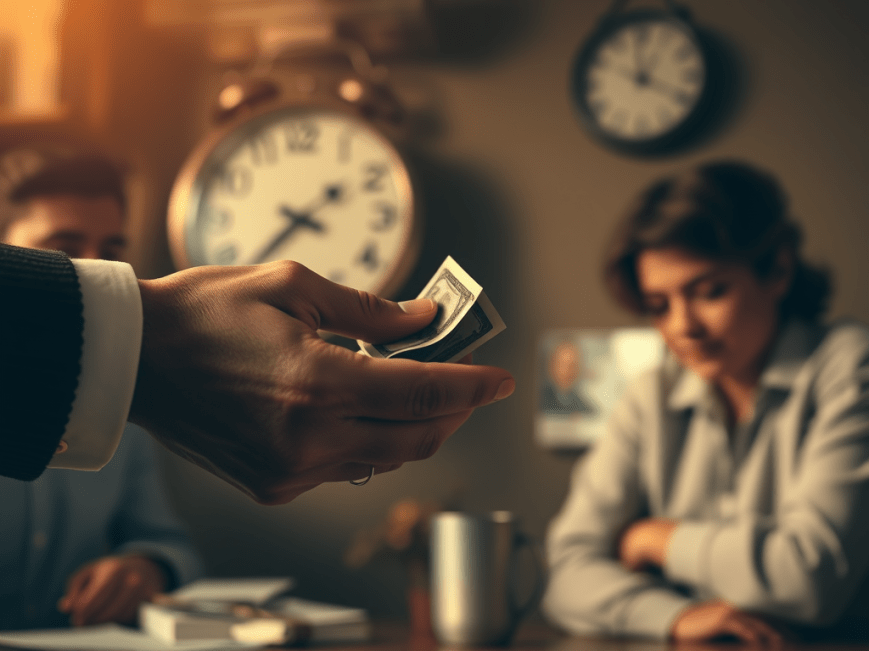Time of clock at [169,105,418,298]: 1:37
